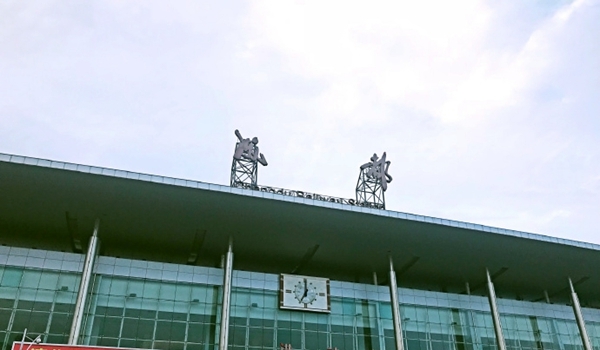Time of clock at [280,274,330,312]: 7:00
